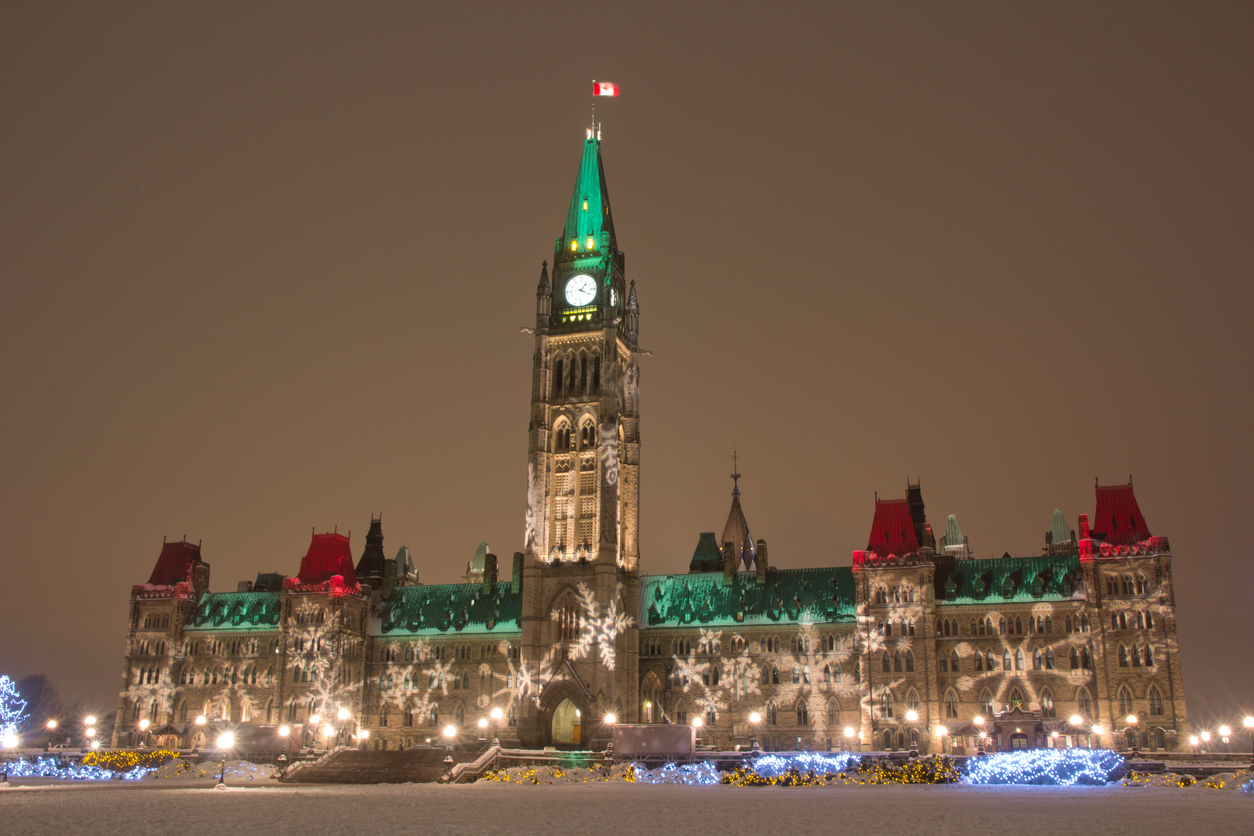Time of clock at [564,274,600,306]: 1:19
